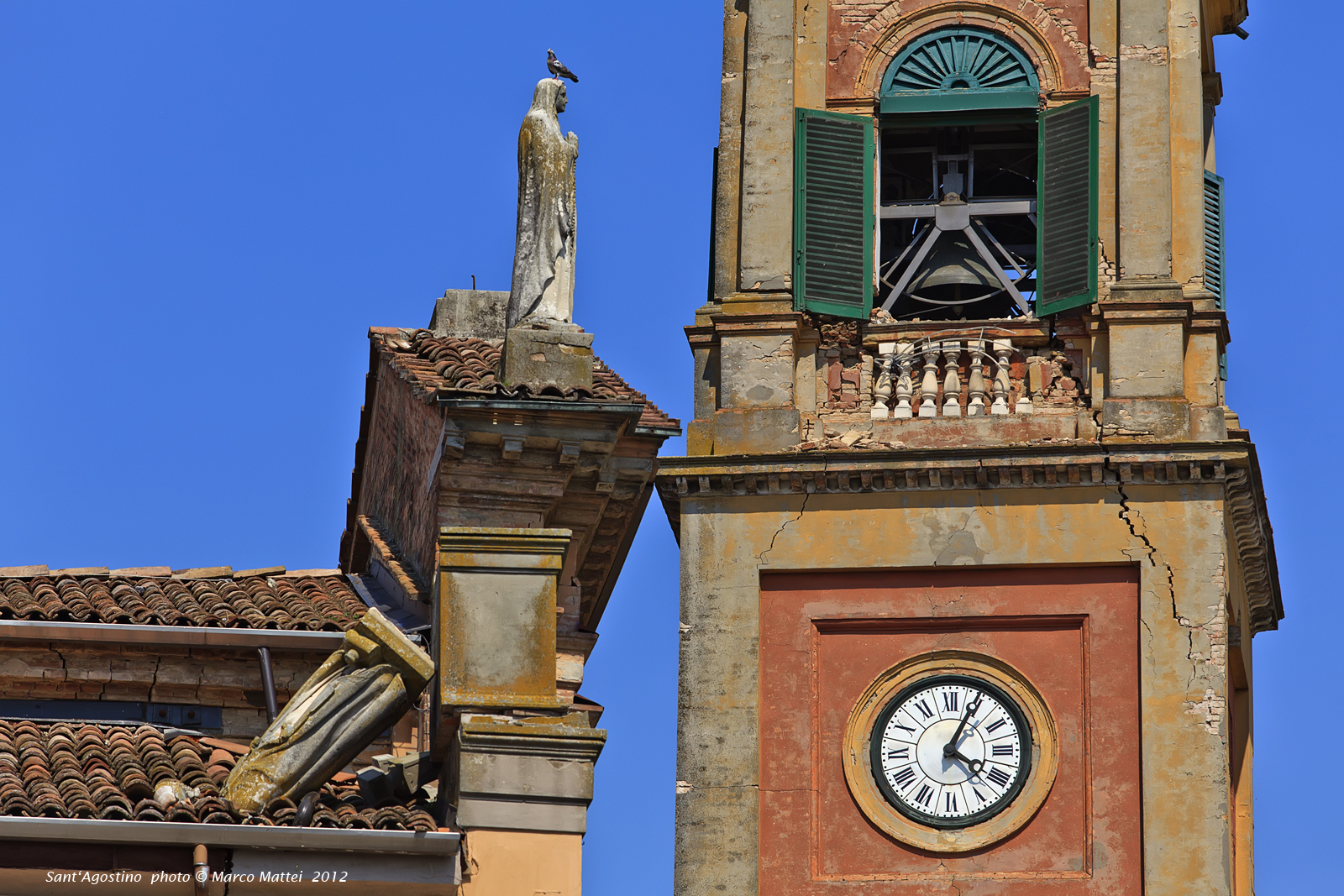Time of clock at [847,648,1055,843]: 4:04
